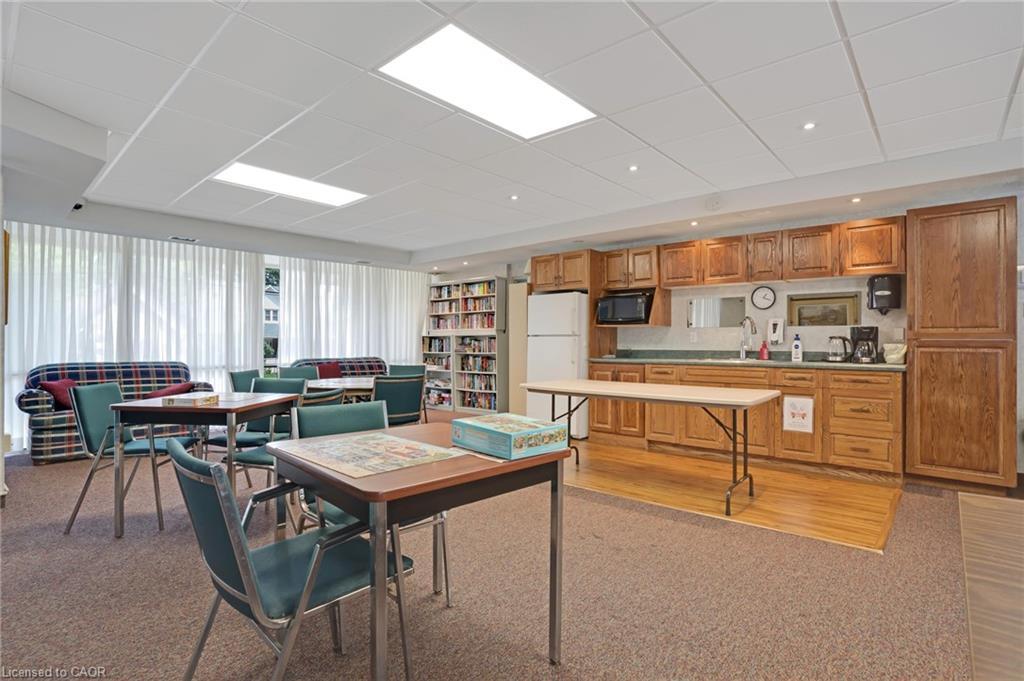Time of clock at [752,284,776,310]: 1:18
